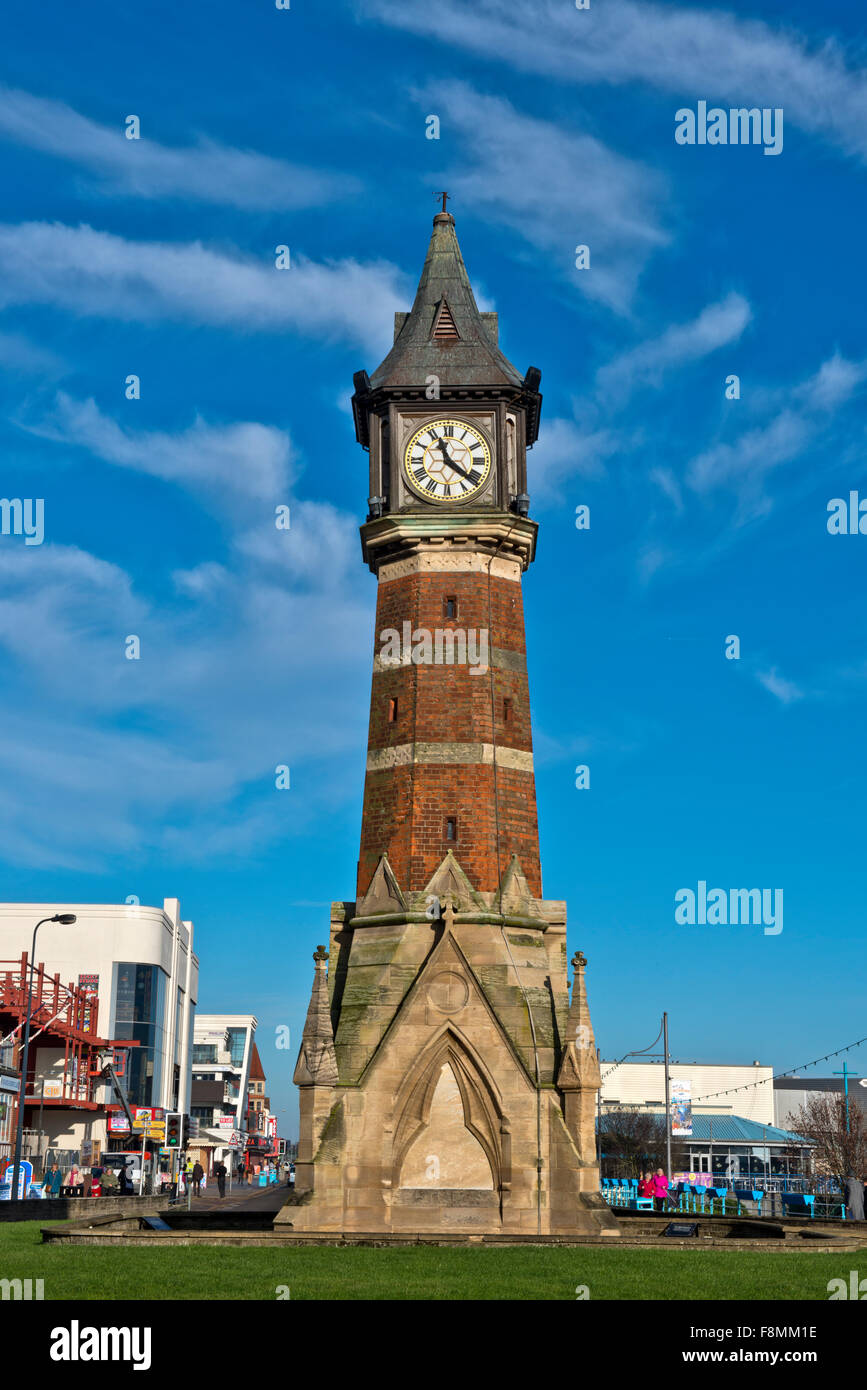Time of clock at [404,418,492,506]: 11:21
